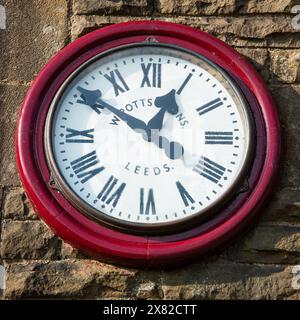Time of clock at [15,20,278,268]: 12:50
